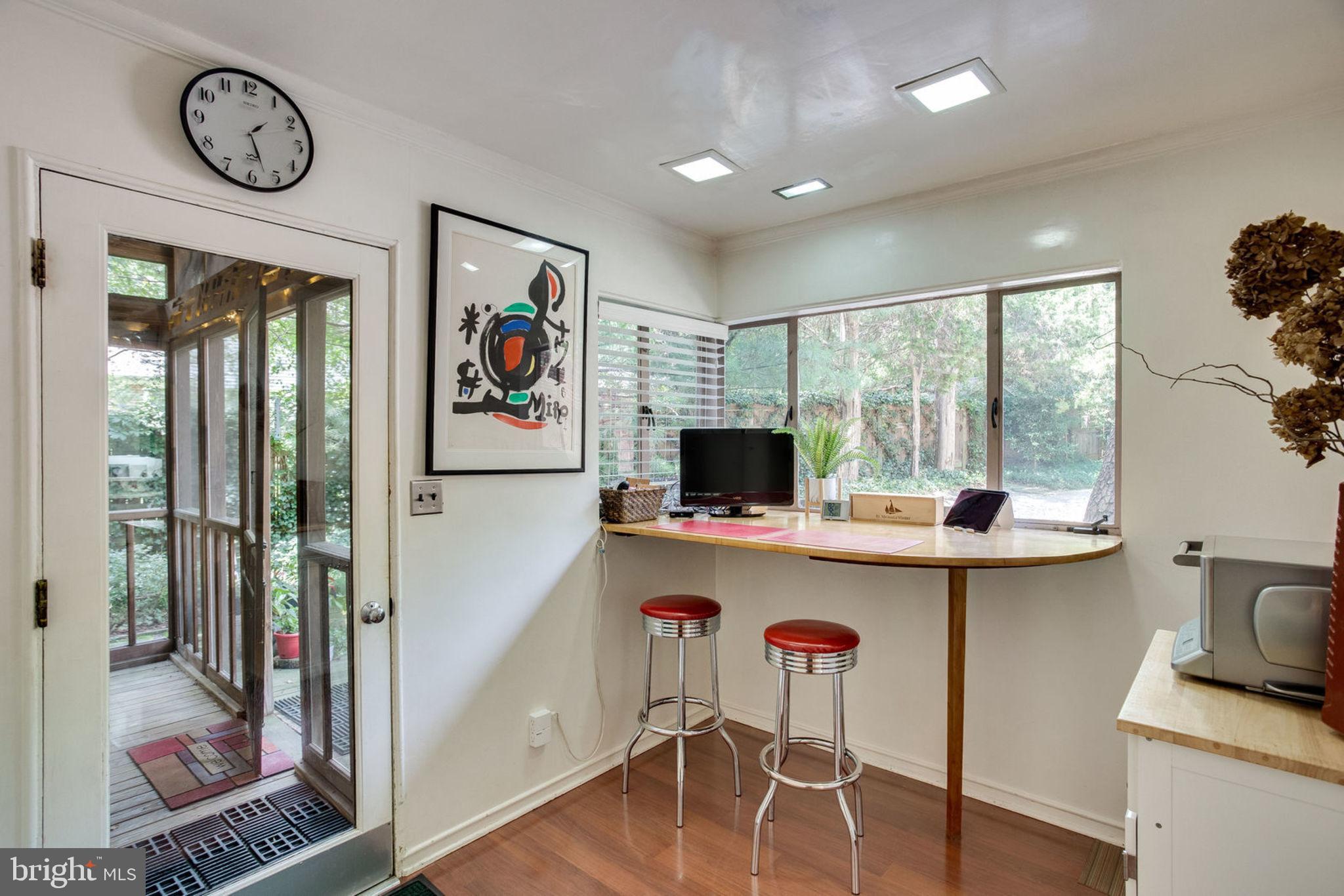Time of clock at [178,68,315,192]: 1:26
